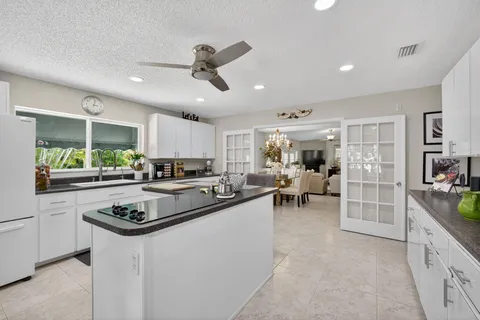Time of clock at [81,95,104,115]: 3:02
